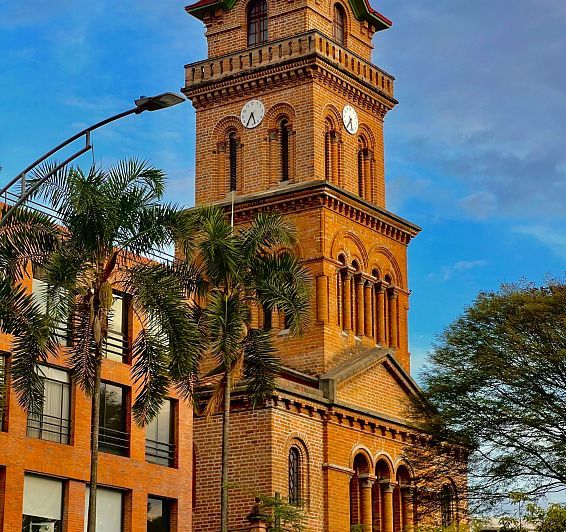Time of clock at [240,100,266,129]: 5:35
